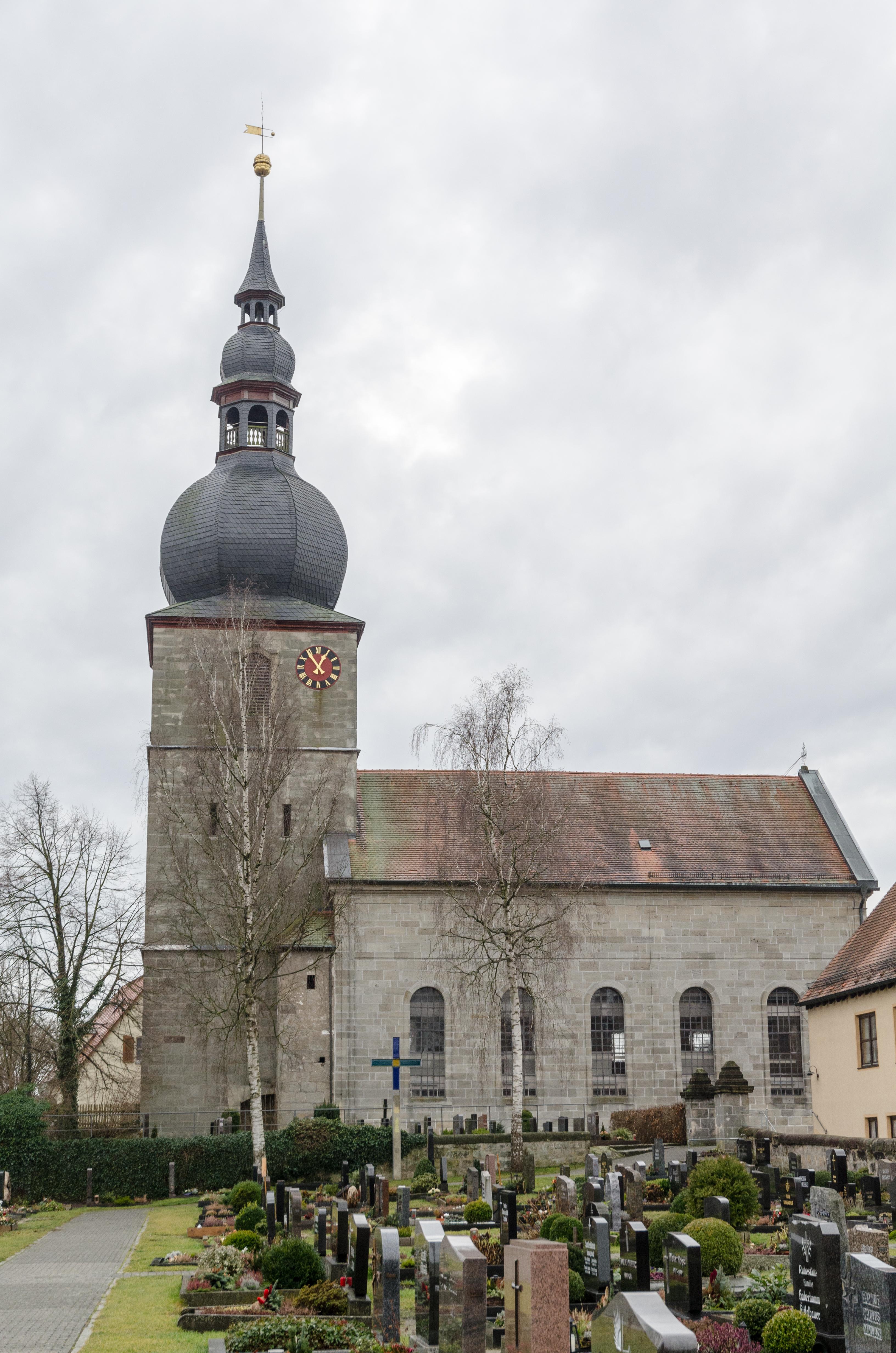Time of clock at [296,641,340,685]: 12:54
